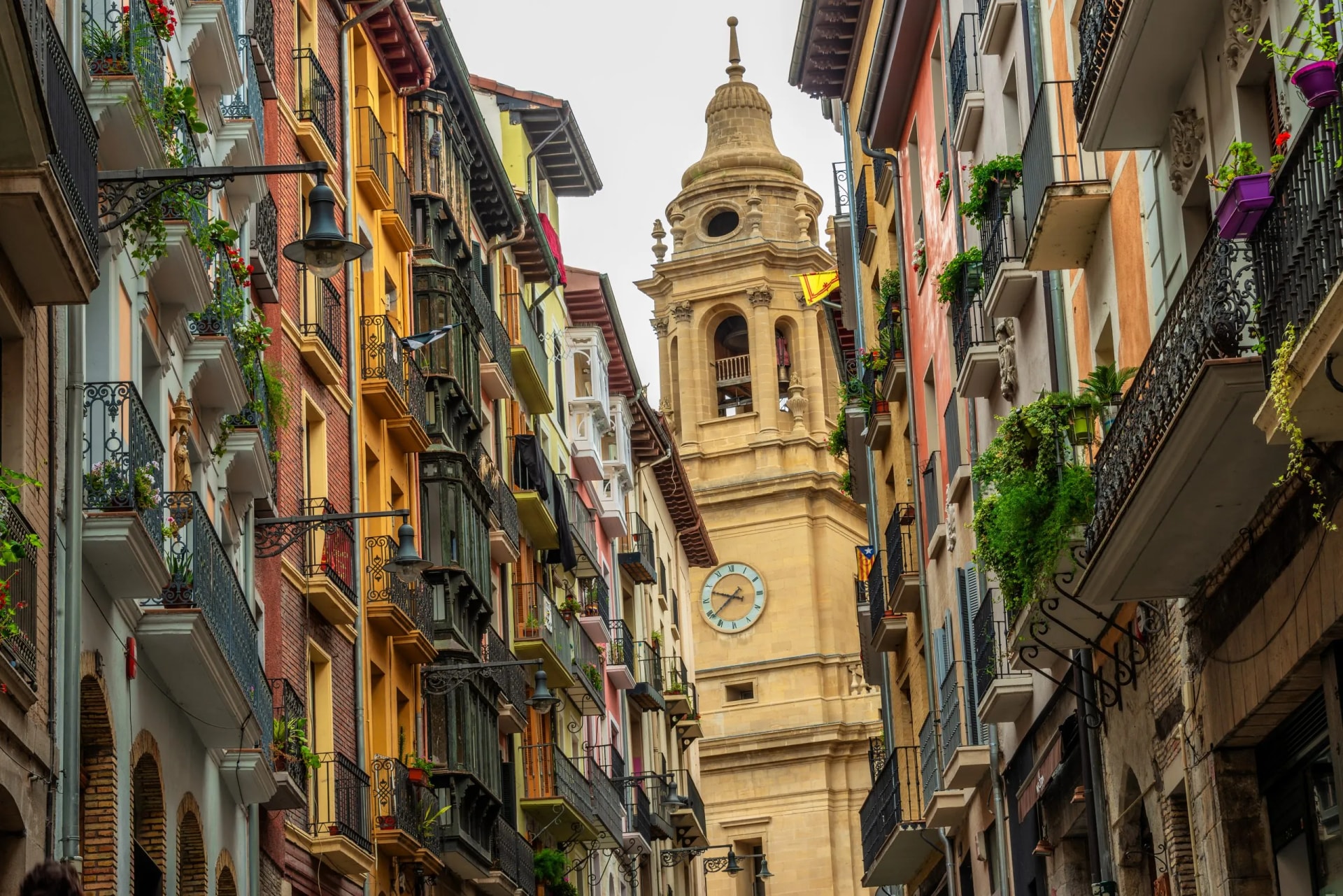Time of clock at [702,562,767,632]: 9:38
